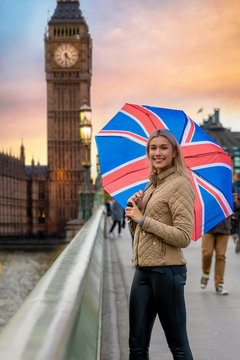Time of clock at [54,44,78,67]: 4:30
